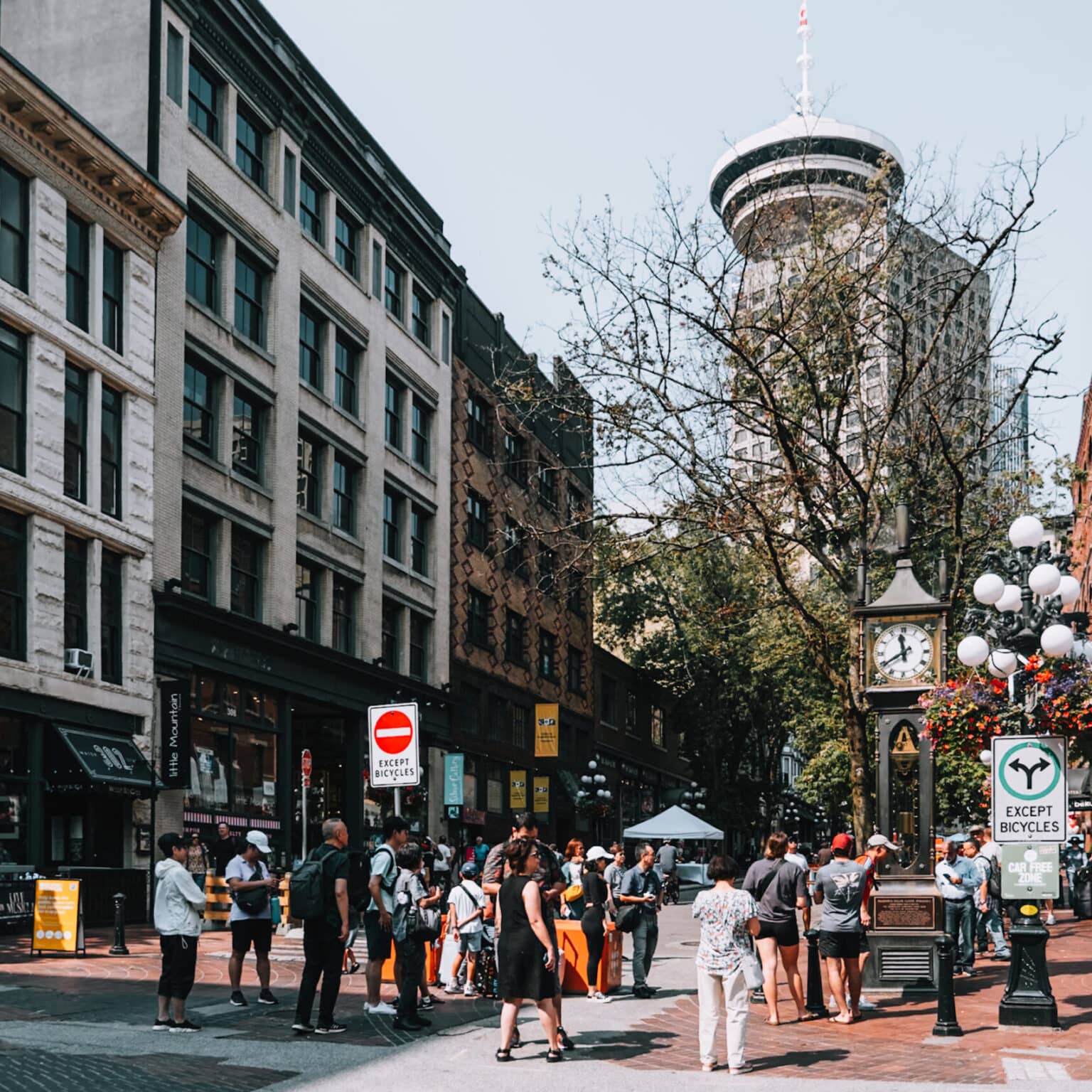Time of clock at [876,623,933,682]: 11:39
